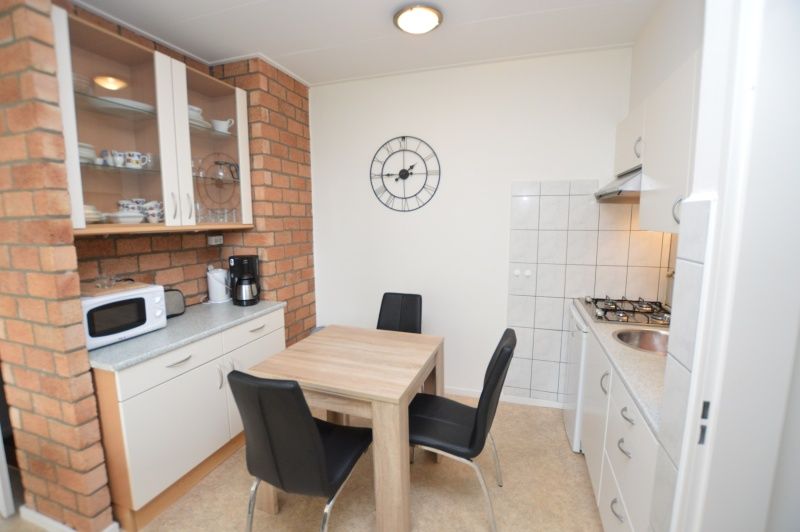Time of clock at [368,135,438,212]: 1:45
